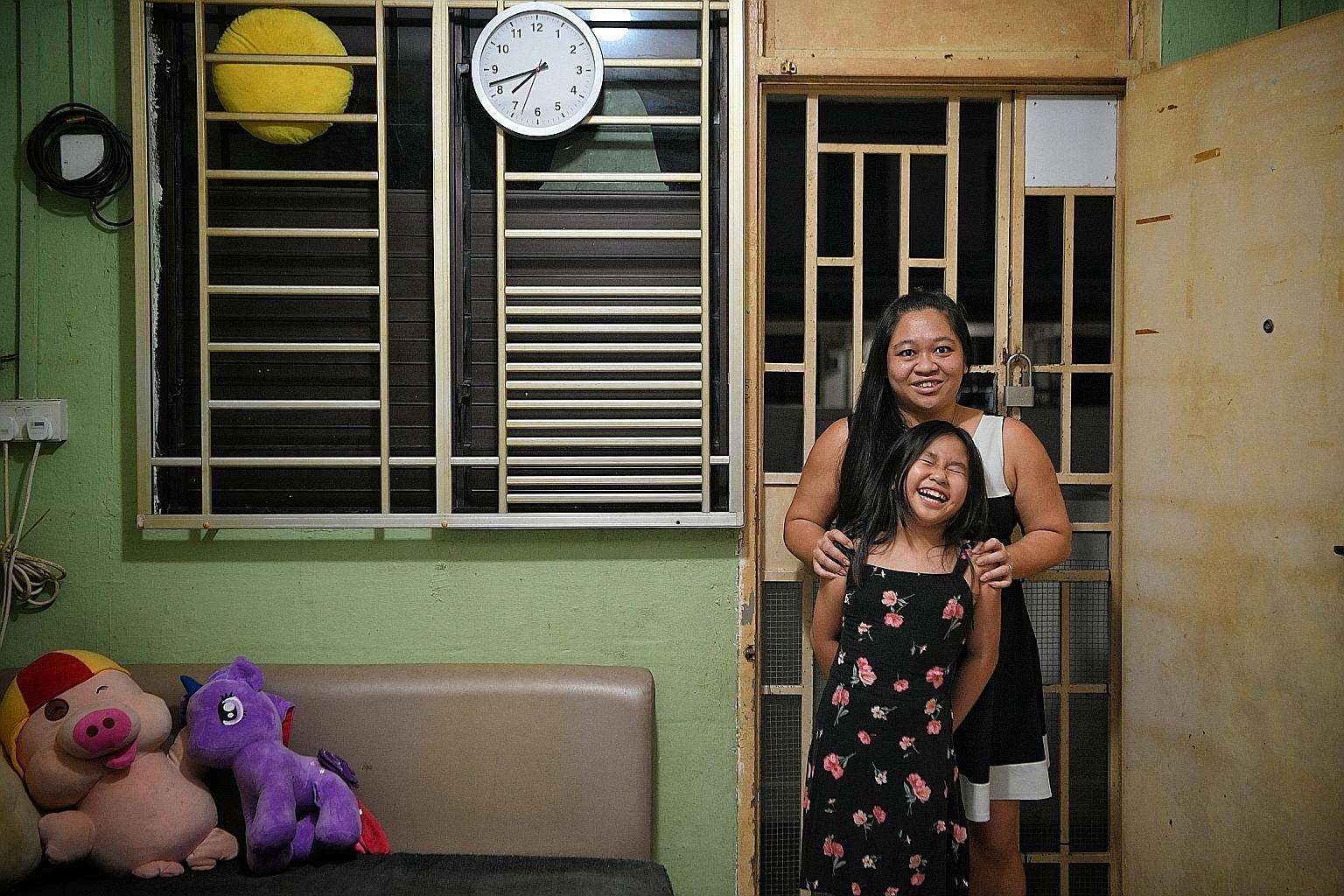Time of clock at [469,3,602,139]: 7:42
